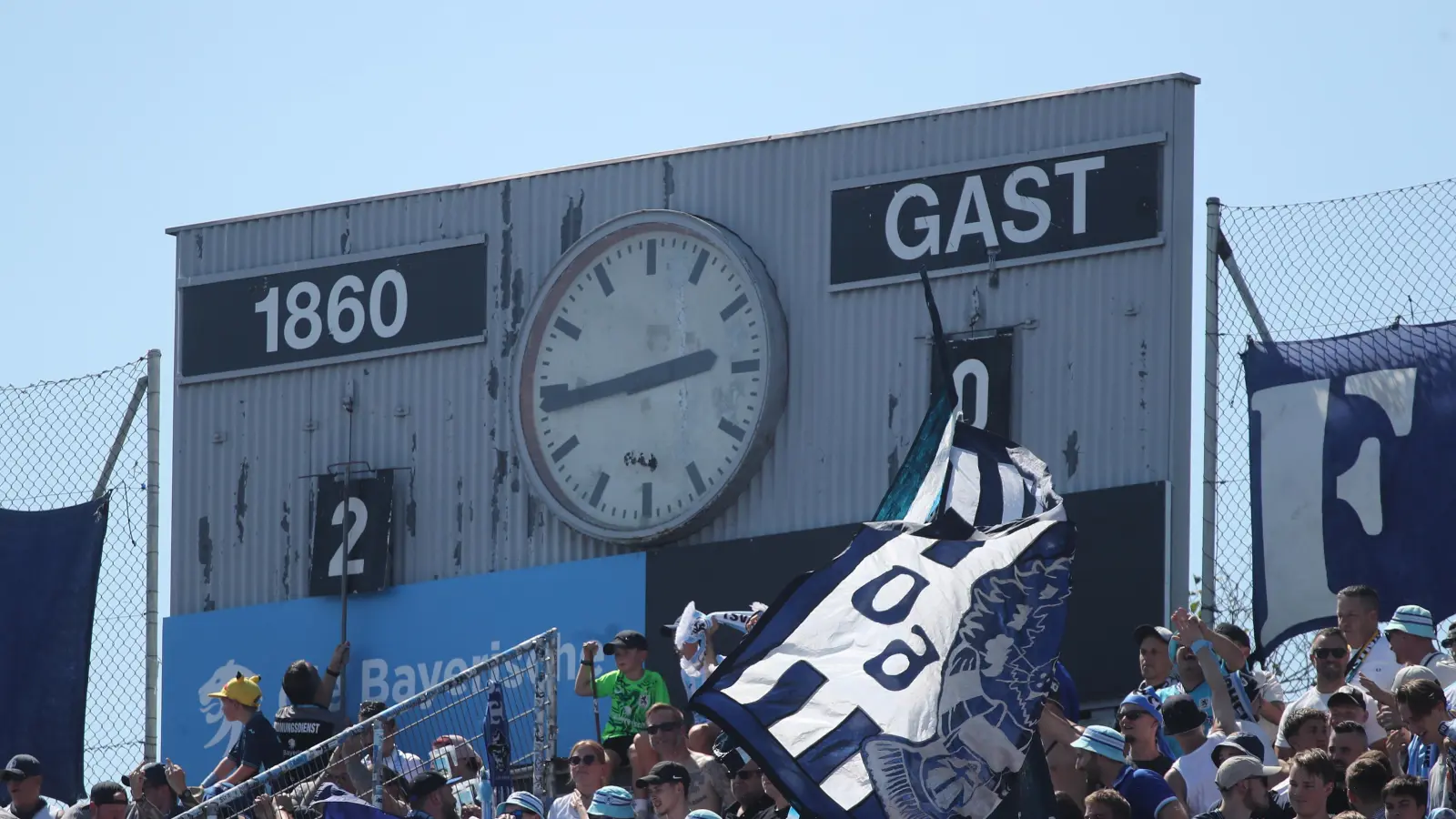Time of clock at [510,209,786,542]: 2:43
